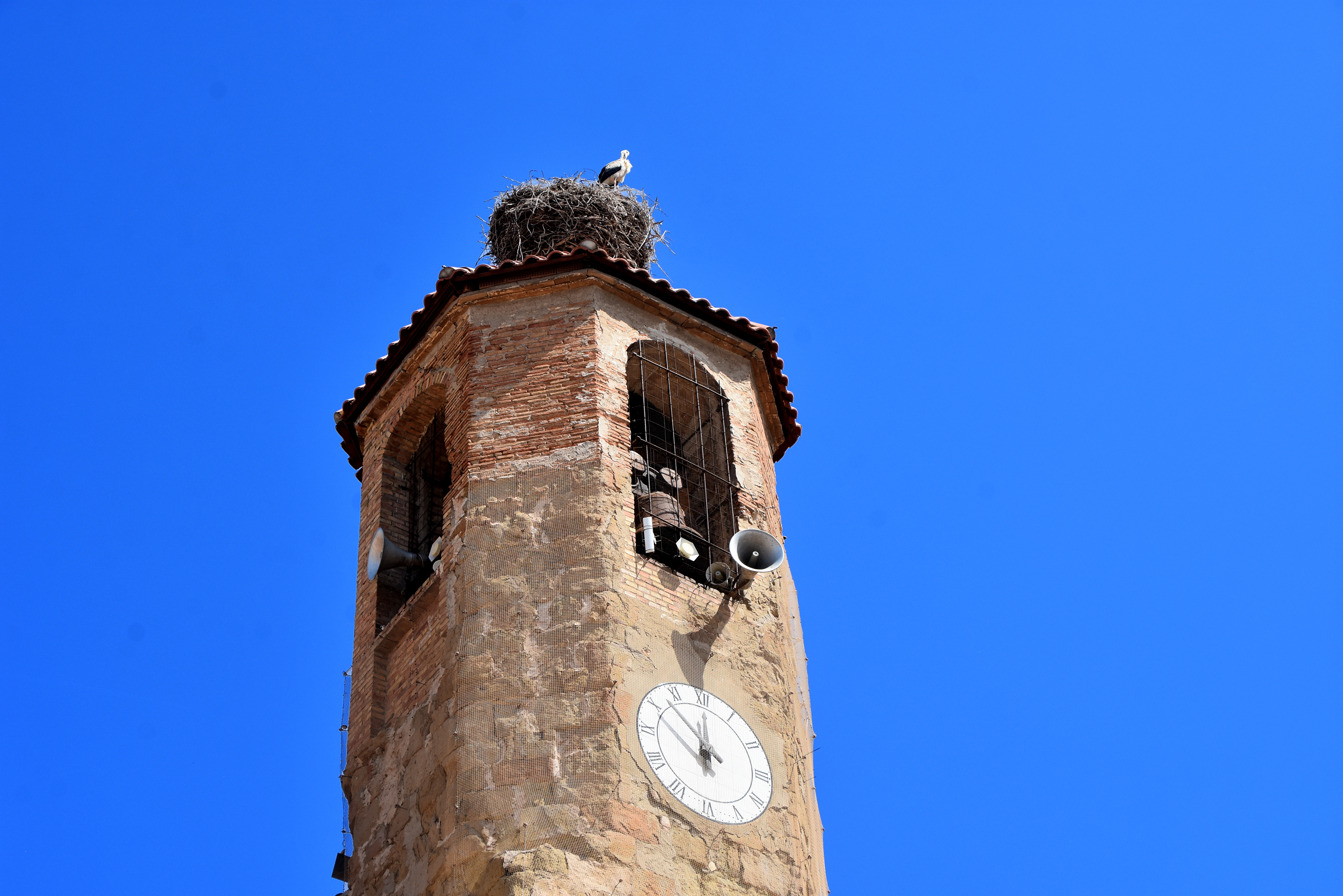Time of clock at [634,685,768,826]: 11:52
